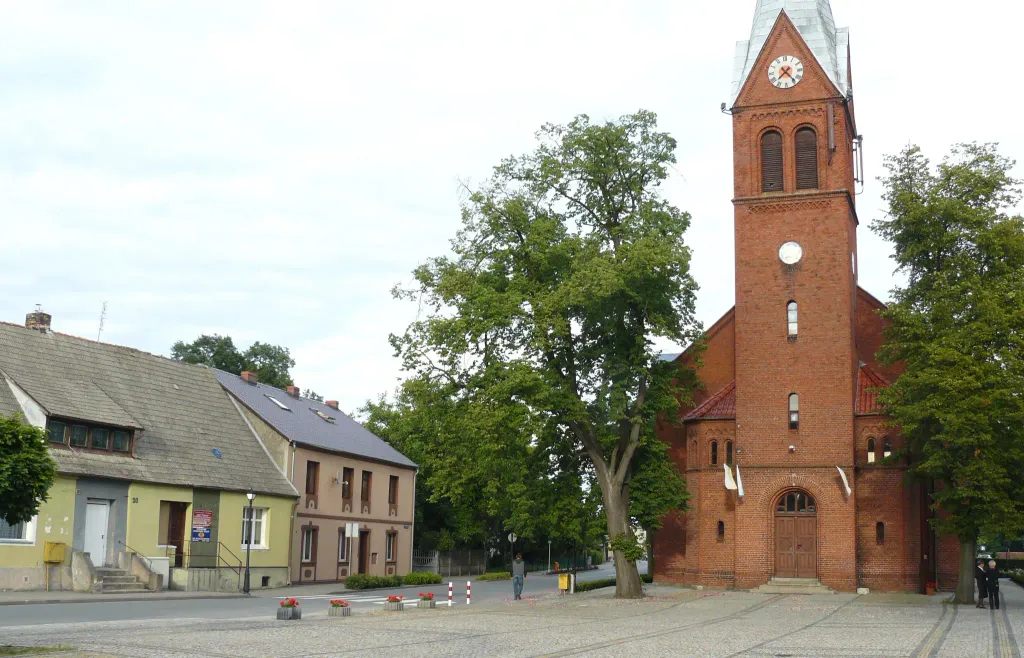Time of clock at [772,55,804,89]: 7:23
